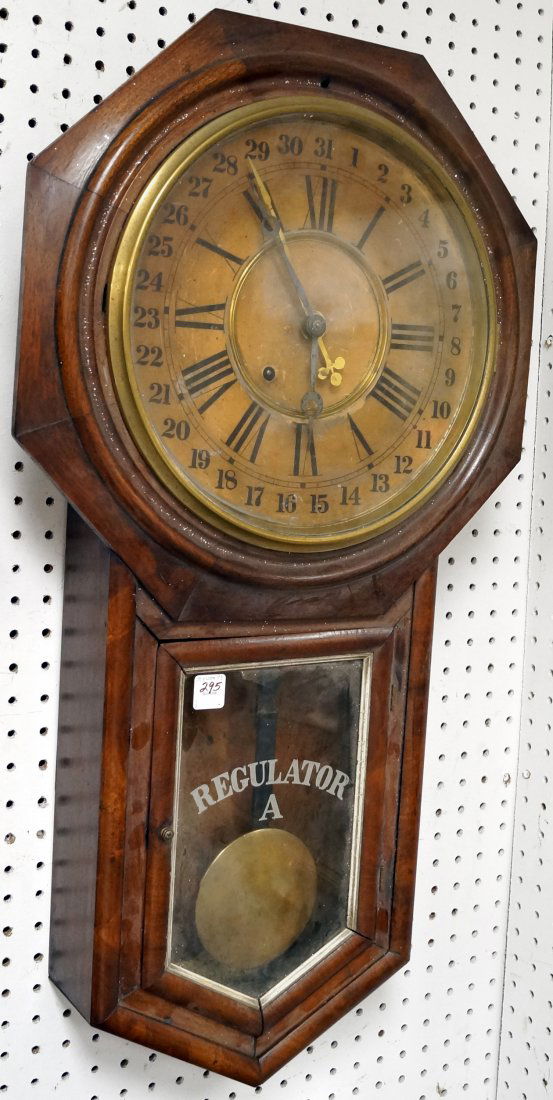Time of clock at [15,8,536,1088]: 5:54
